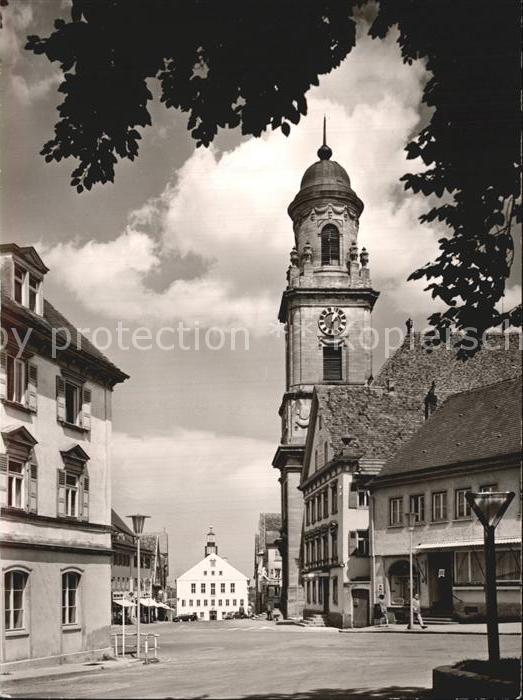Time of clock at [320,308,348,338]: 1:33
